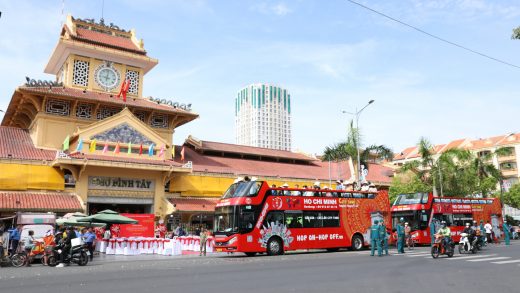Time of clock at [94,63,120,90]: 9:01
